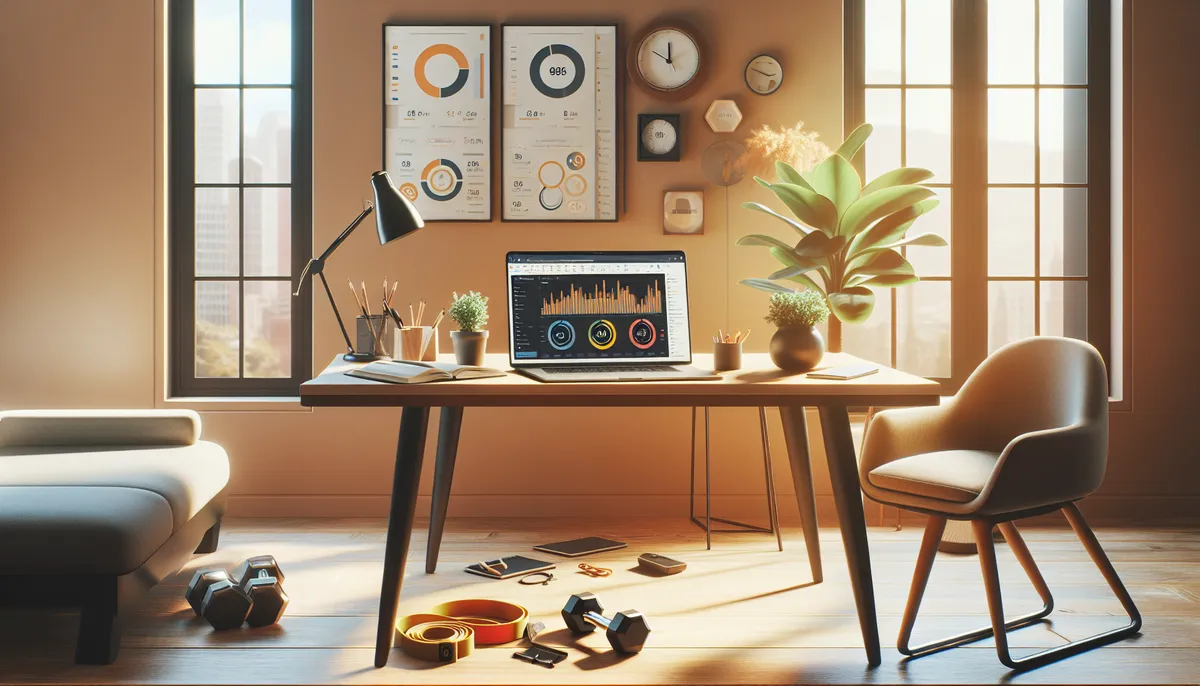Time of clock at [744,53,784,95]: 2:48
